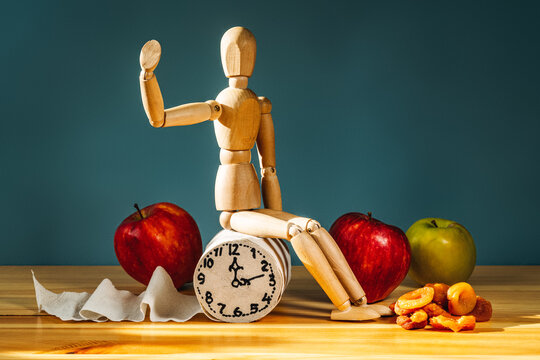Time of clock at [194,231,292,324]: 12:12
